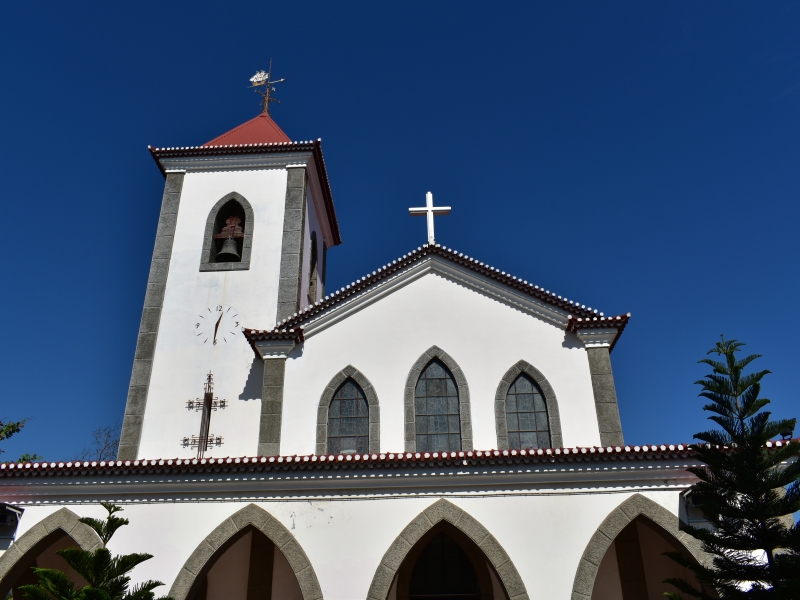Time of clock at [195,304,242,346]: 12:30
